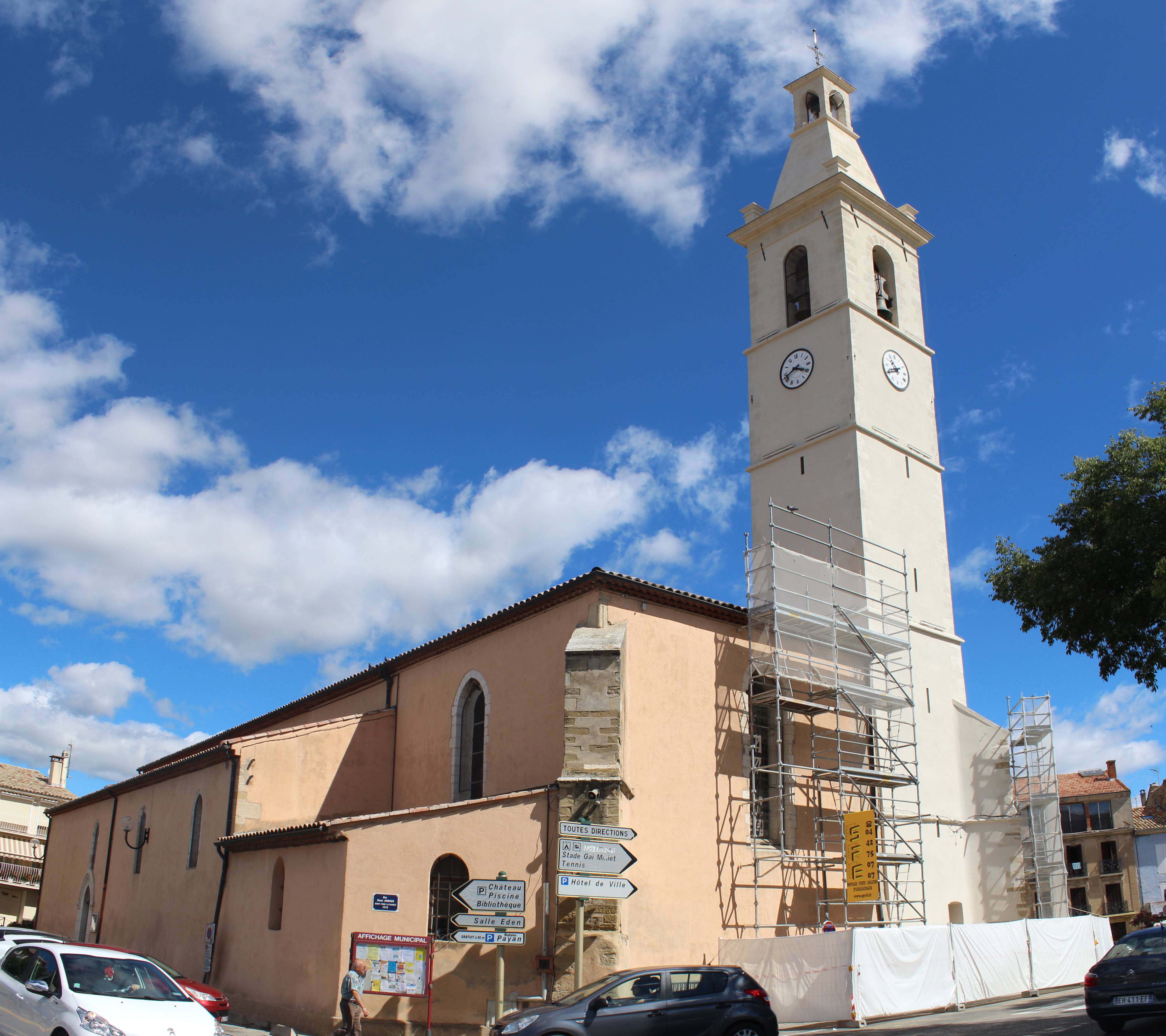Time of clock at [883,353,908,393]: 10:40
